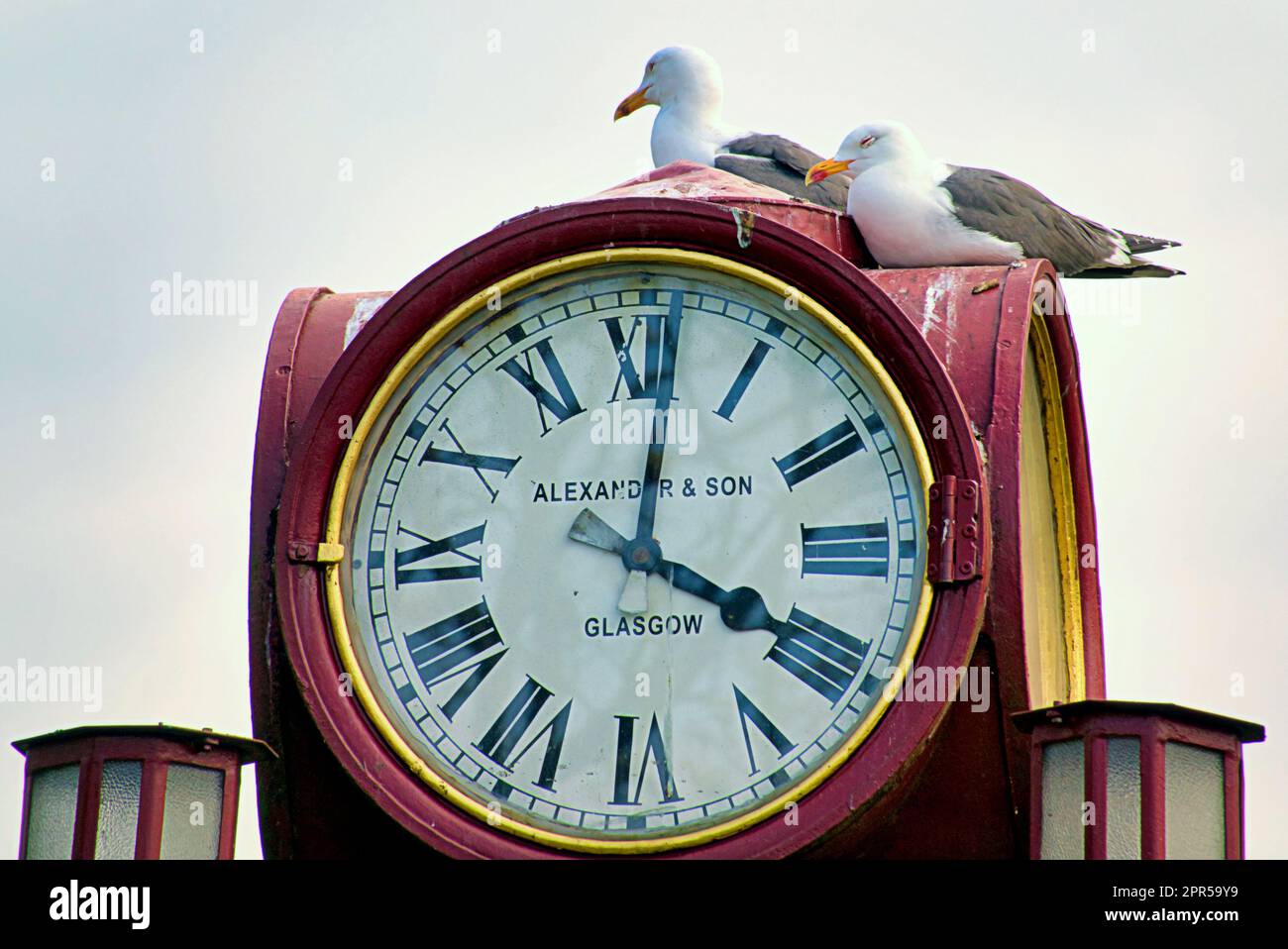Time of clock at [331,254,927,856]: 4:01
